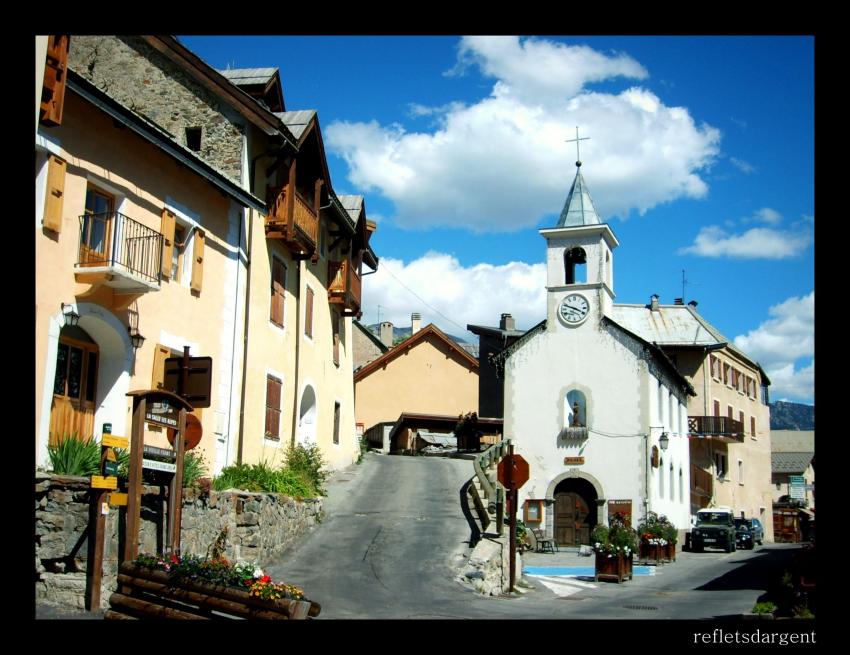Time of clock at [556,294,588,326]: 3:48
